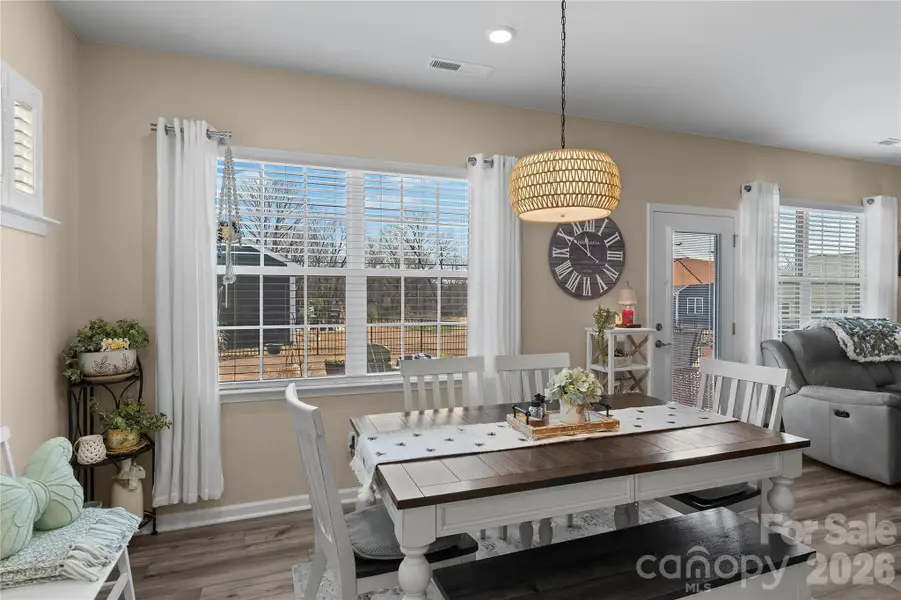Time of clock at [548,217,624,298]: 11:50
